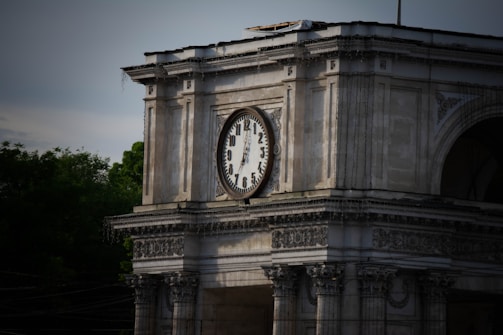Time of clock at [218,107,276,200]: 7:01
